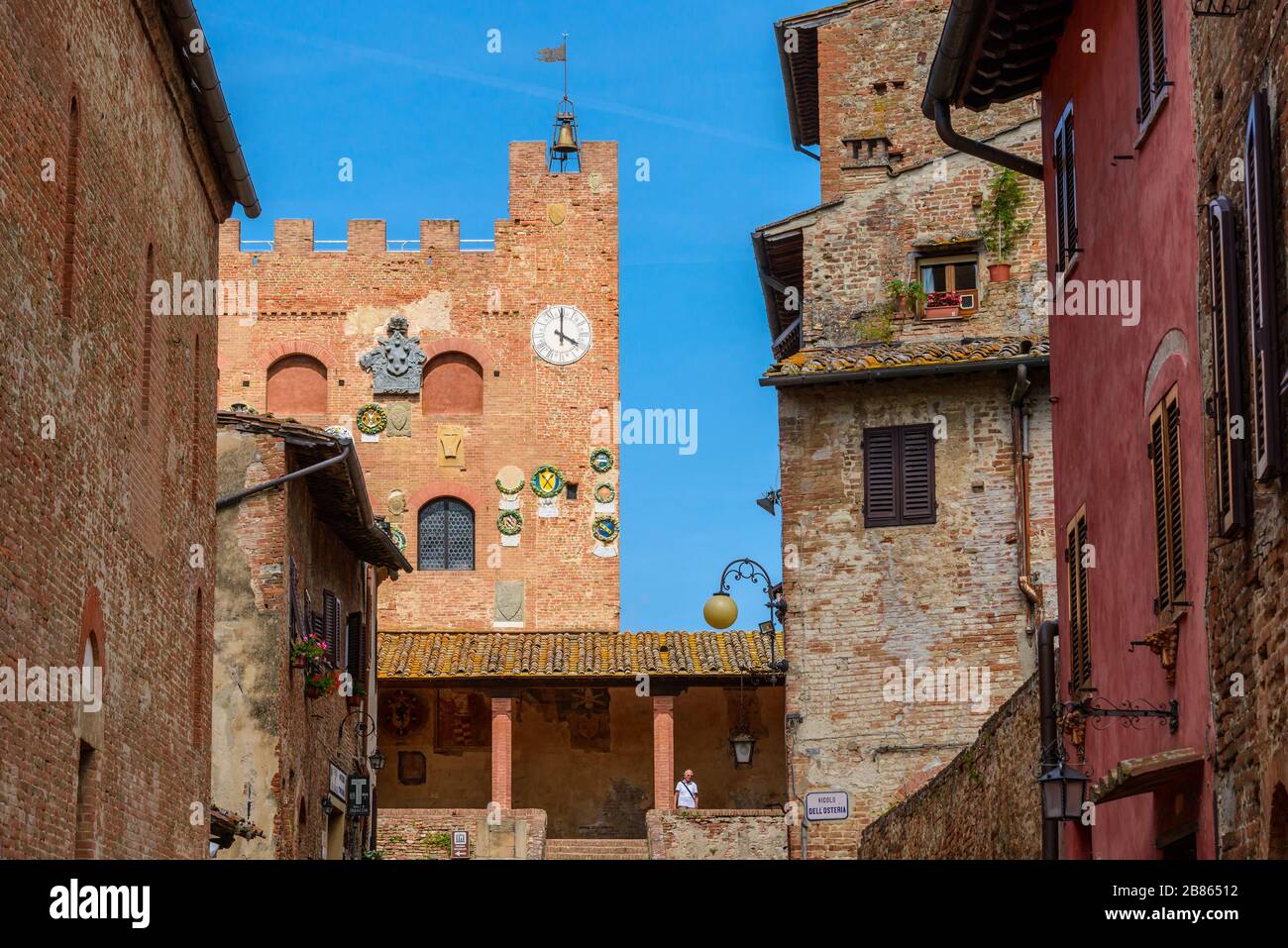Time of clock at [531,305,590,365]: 4:00
